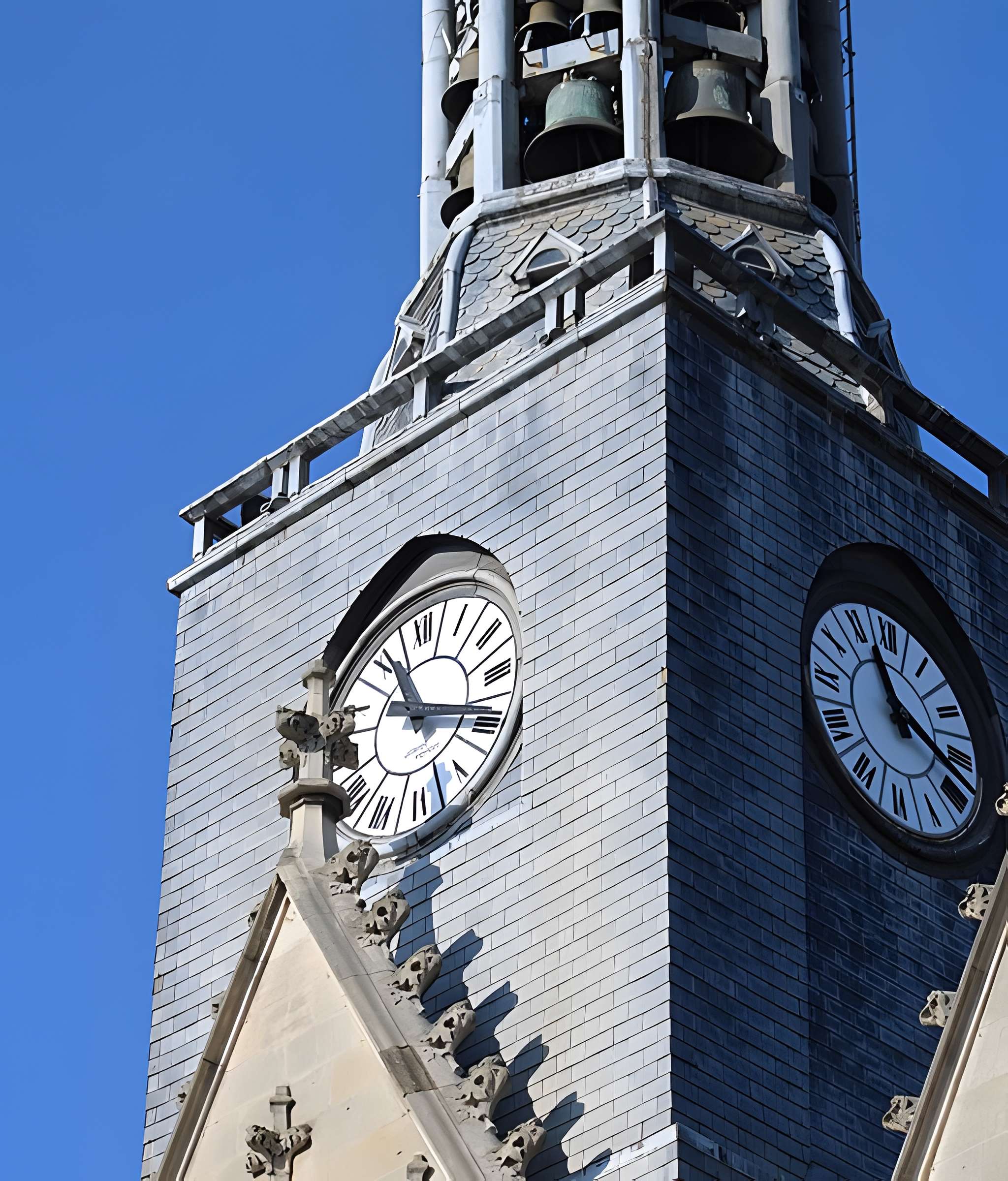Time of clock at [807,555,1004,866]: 11:17
